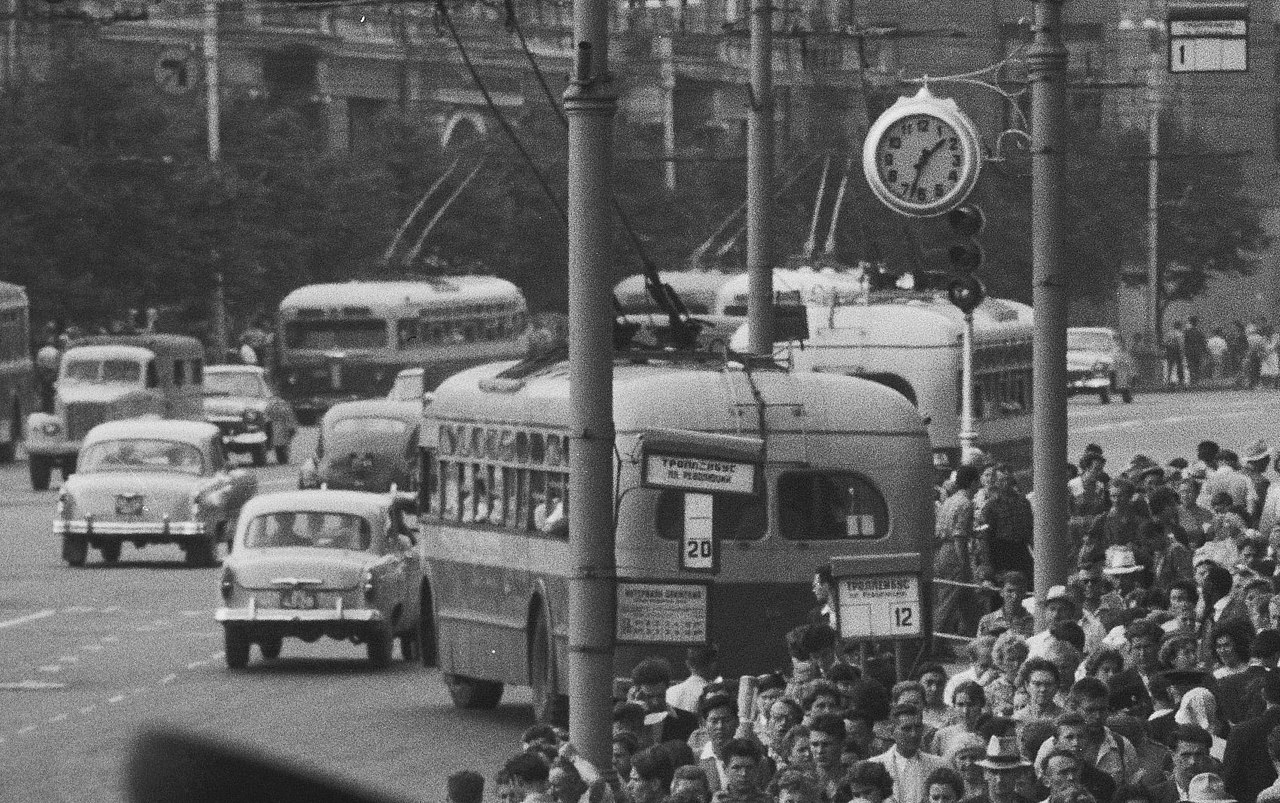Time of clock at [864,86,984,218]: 1:32
